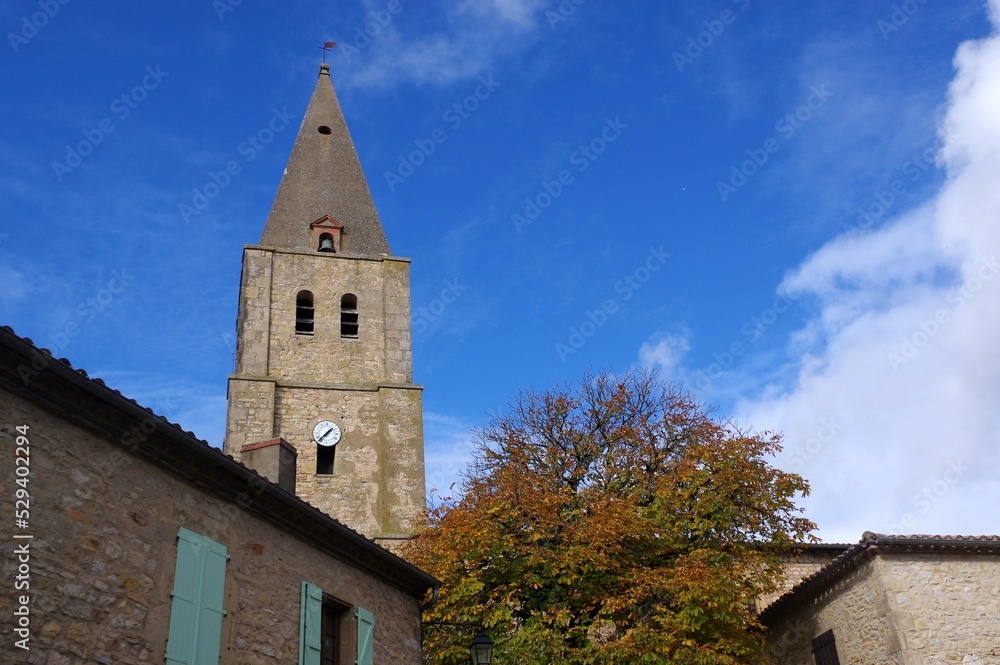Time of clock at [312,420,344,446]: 1:37
